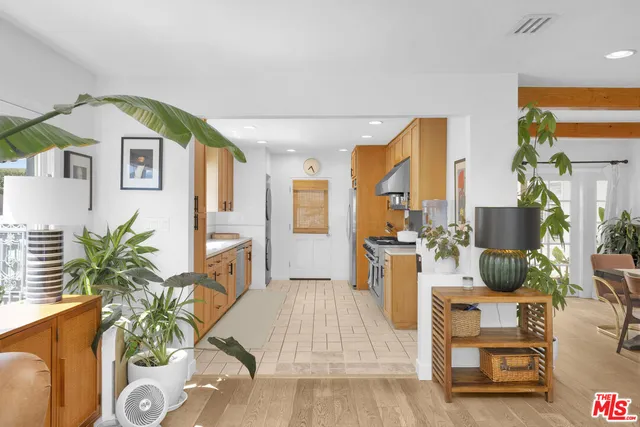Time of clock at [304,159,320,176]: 7:25
